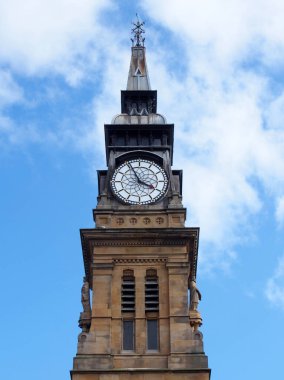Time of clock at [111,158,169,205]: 3:55
